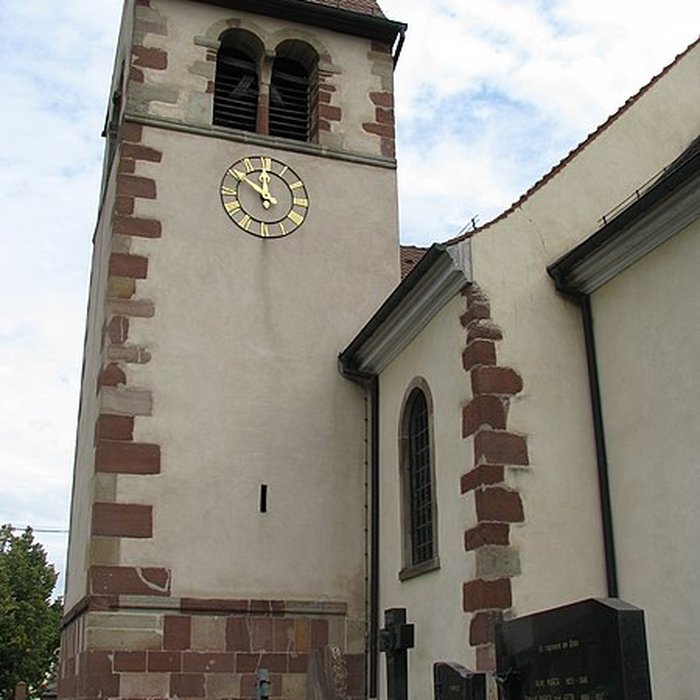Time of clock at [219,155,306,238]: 11:51
